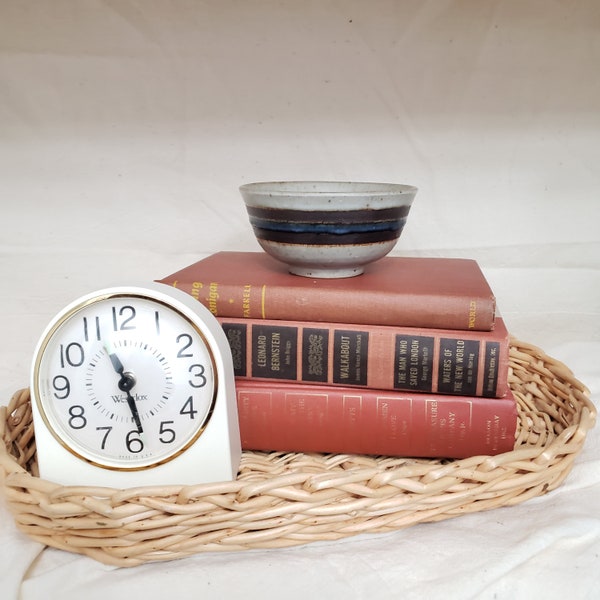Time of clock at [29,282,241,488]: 11:28
